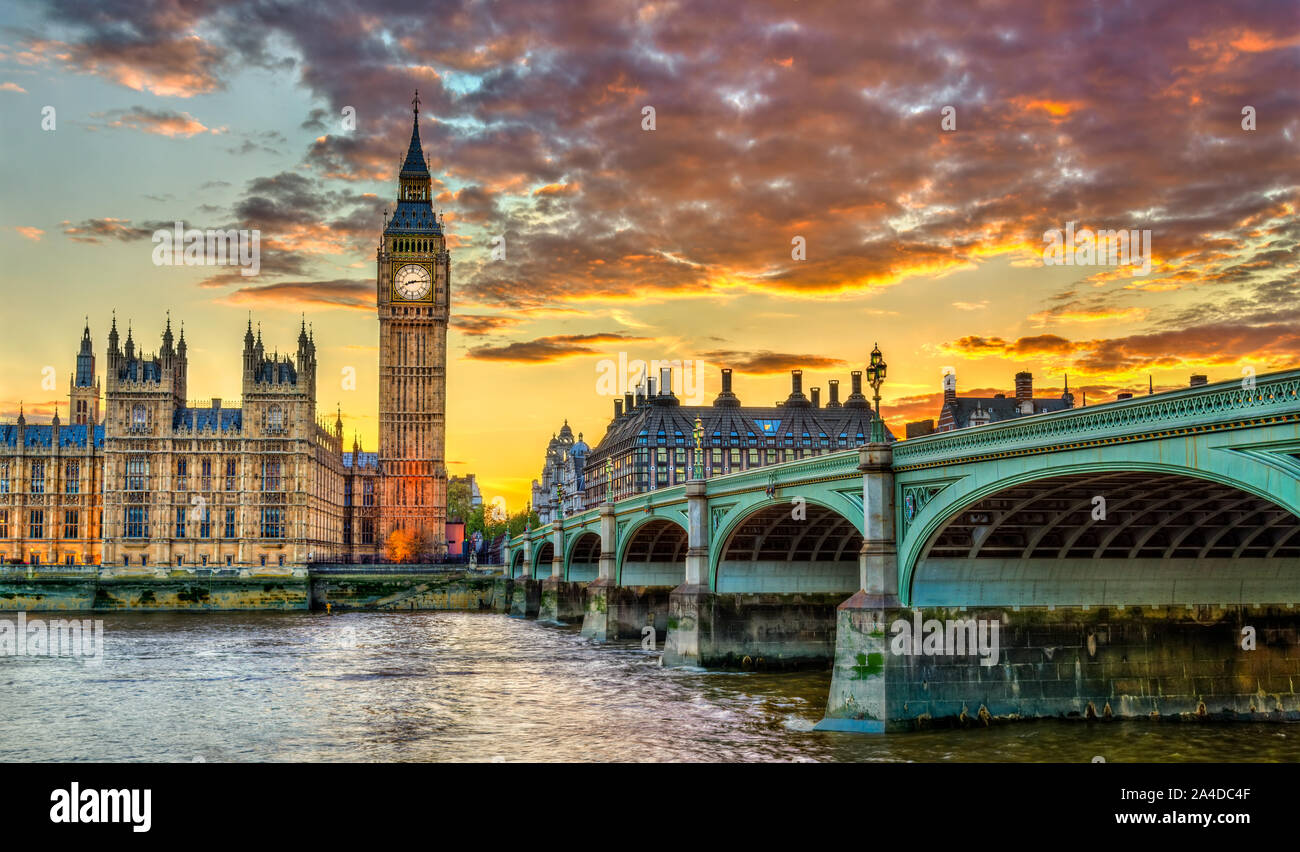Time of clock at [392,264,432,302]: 8:14
